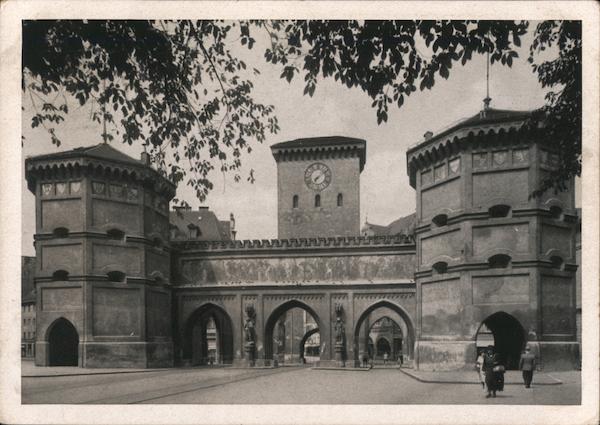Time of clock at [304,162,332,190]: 7:09
